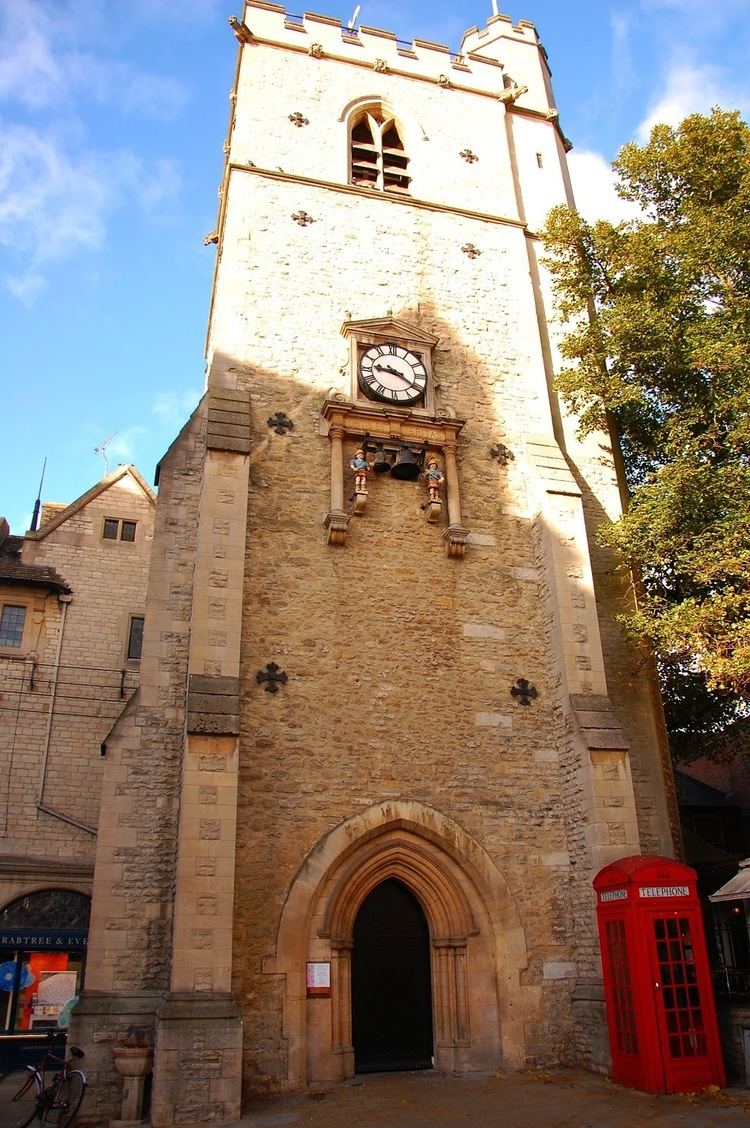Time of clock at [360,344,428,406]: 9:20
